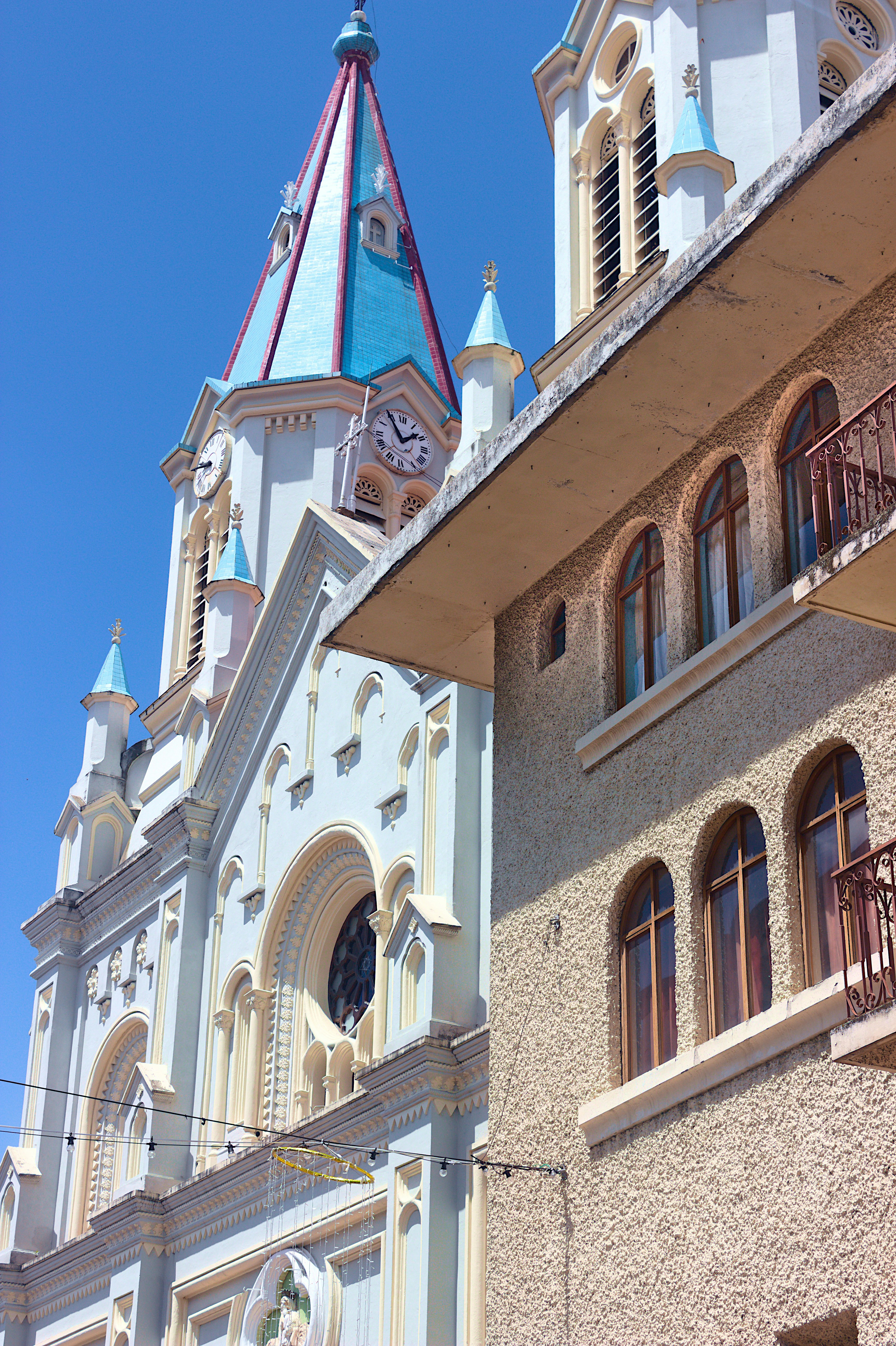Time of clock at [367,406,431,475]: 1:54
